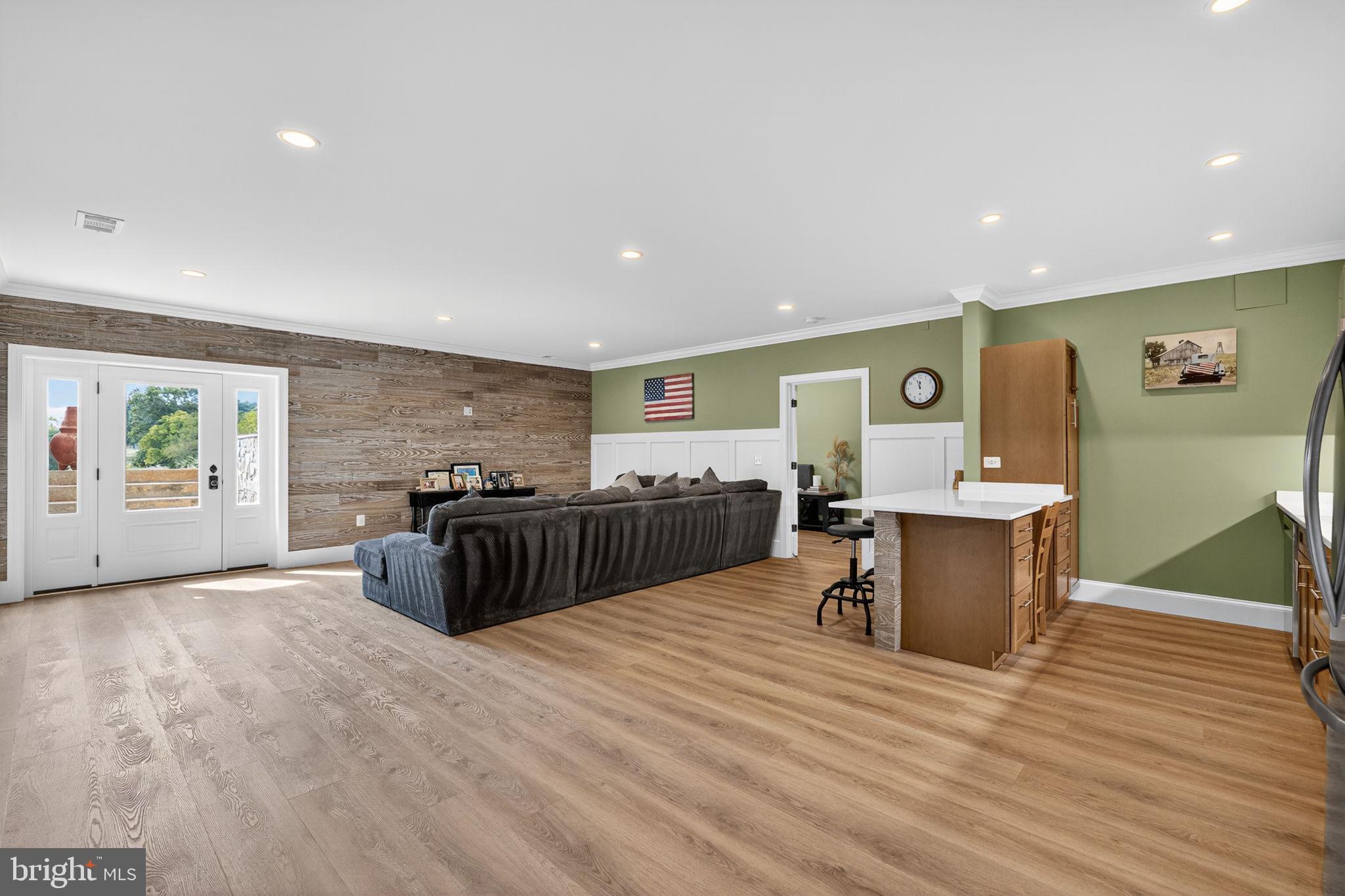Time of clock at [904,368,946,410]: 11:56
